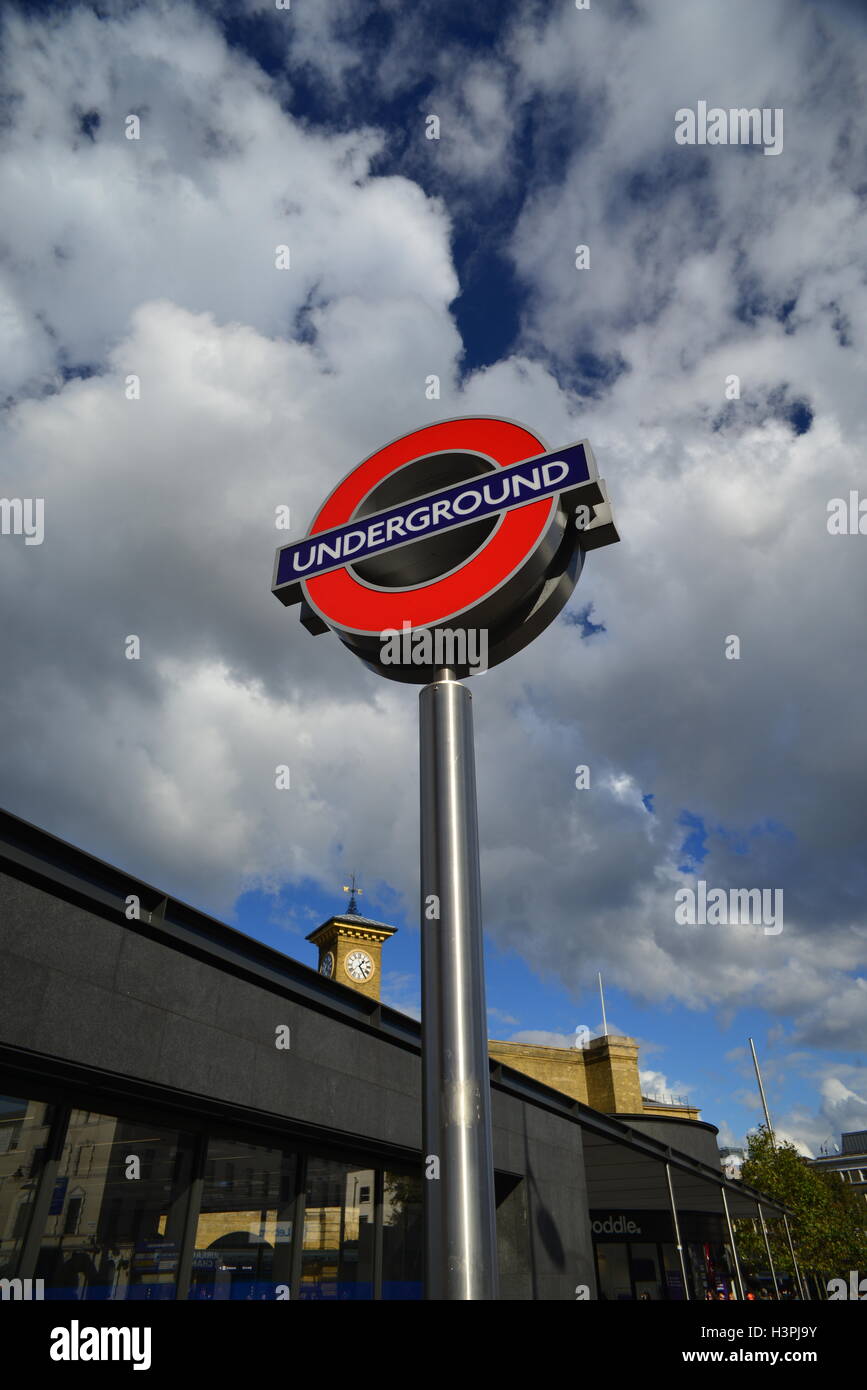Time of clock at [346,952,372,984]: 1:24
